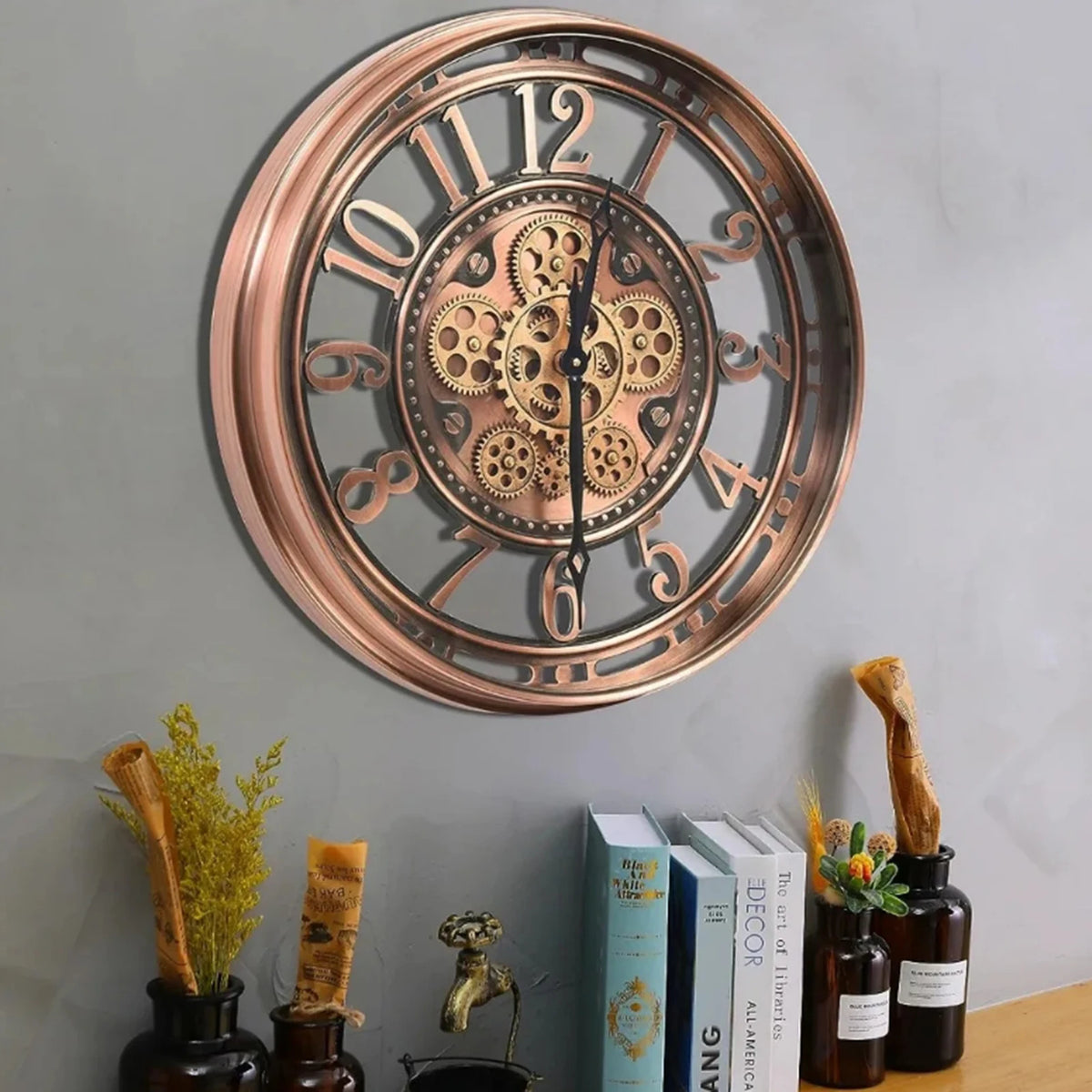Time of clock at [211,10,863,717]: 12:29
